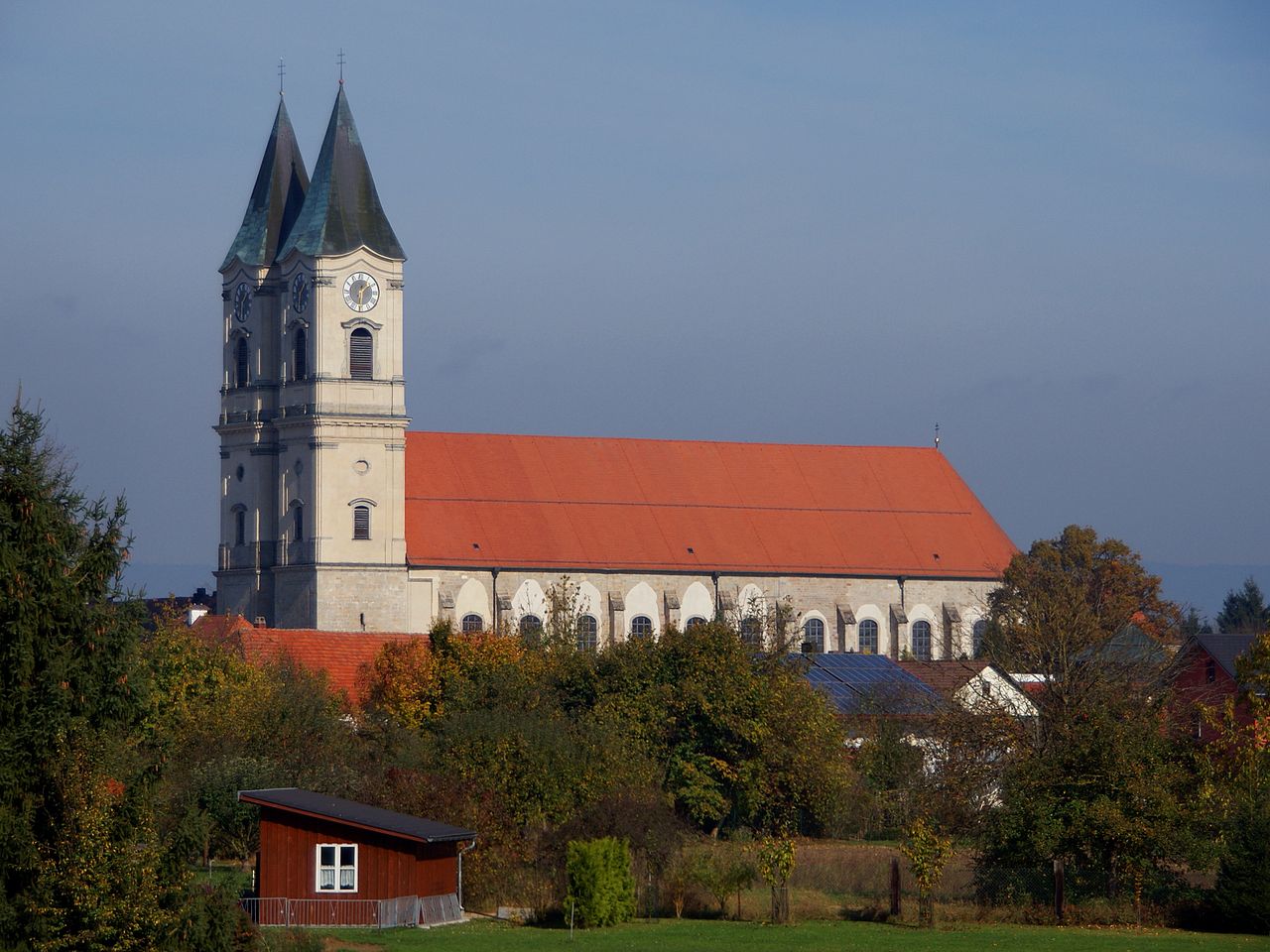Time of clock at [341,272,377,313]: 6:08
